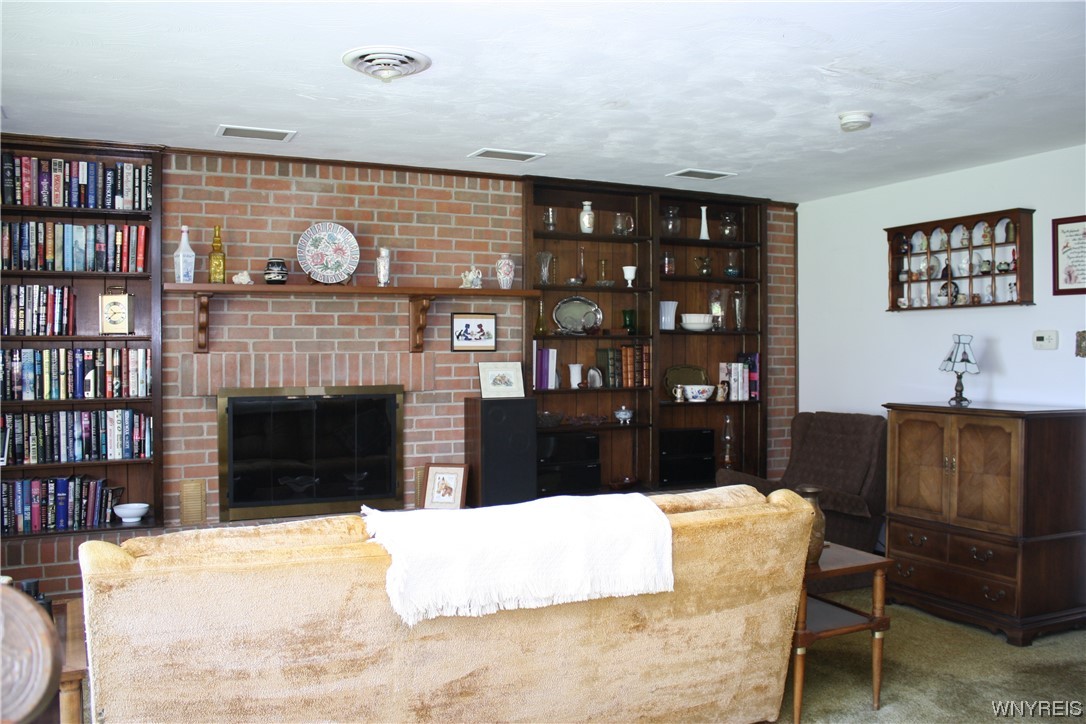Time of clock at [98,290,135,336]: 2:38
